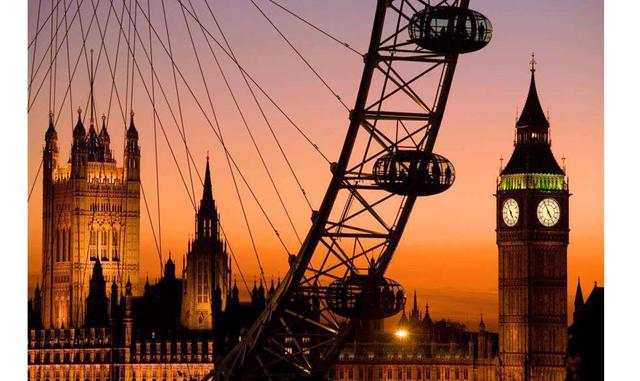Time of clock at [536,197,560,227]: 4:55
